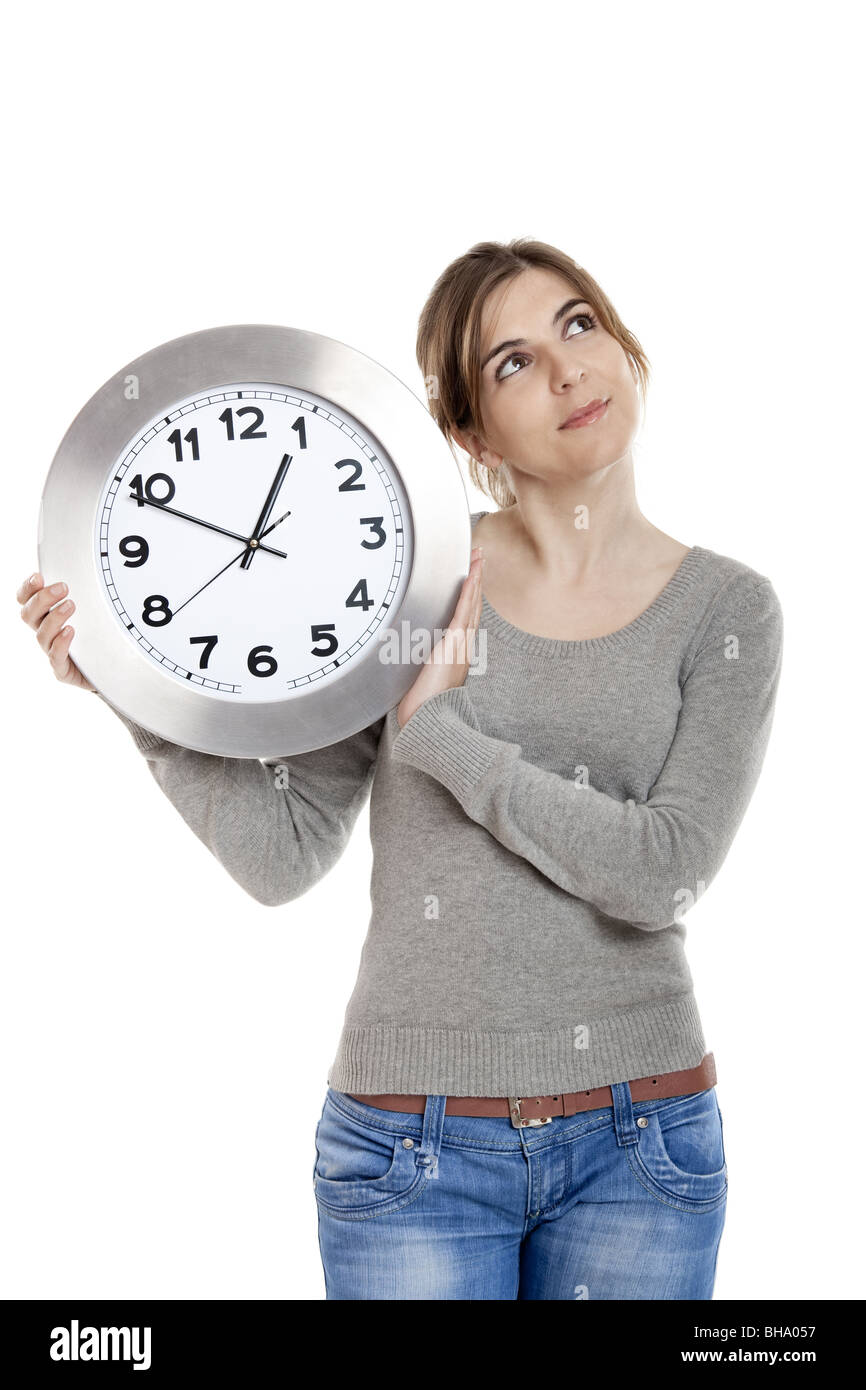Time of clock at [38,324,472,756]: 12:49
